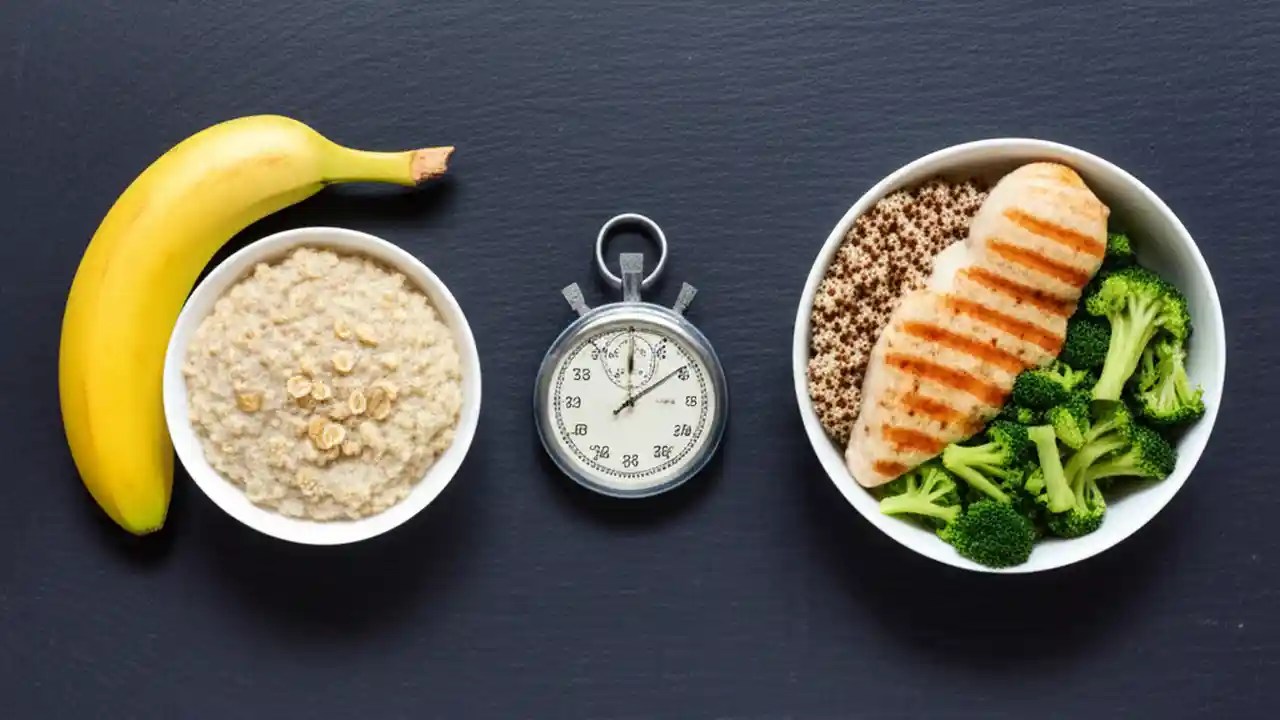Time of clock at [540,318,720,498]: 12:09
